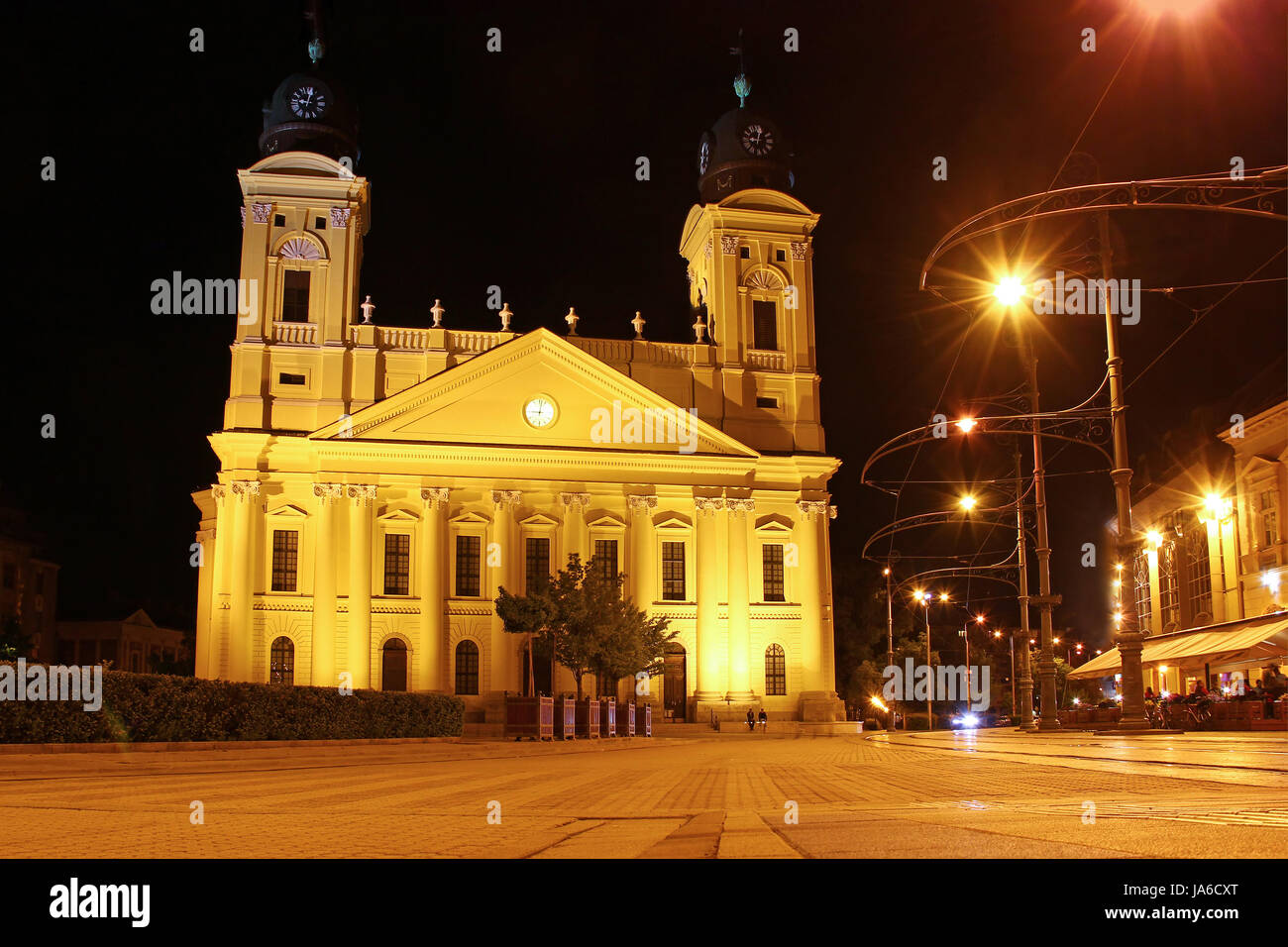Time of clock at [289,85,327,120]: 9:01
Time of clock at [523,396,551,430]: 9:01
